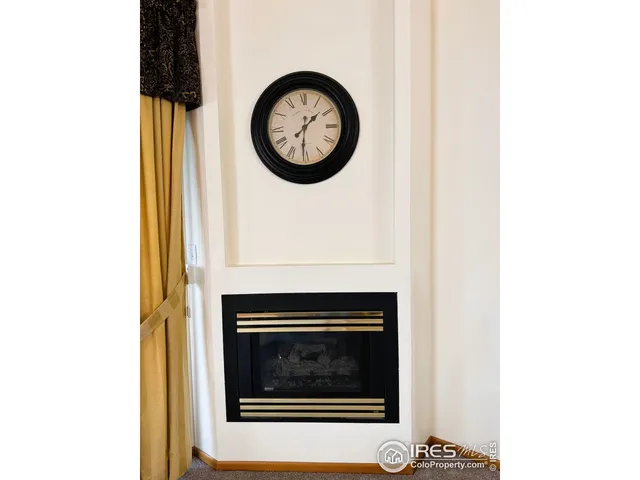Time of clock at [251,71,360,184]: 1:30
